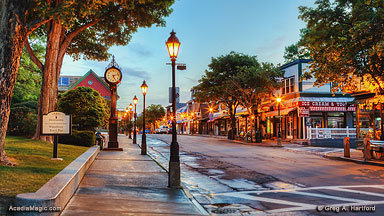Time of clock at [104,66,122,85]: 5:12
